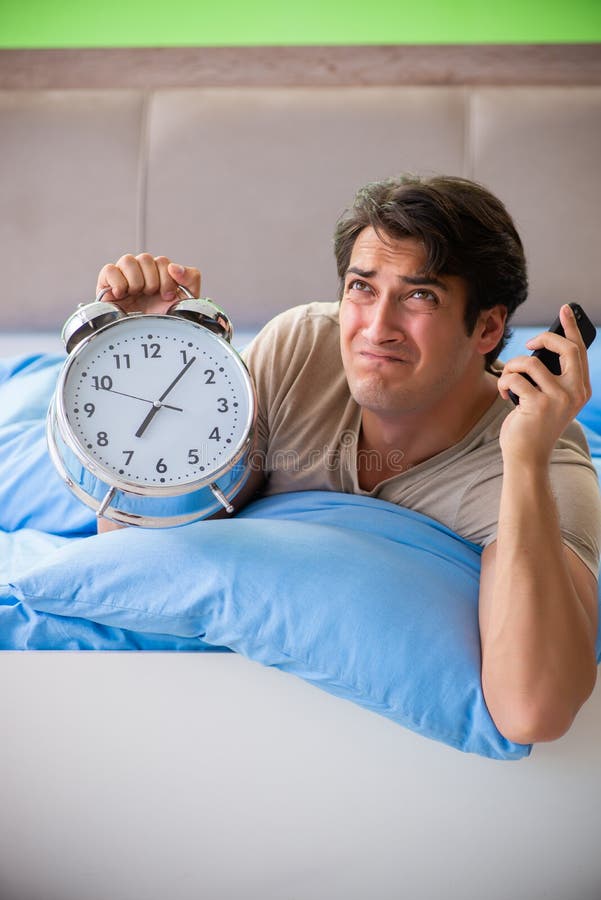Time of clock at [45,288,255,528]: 7:06
